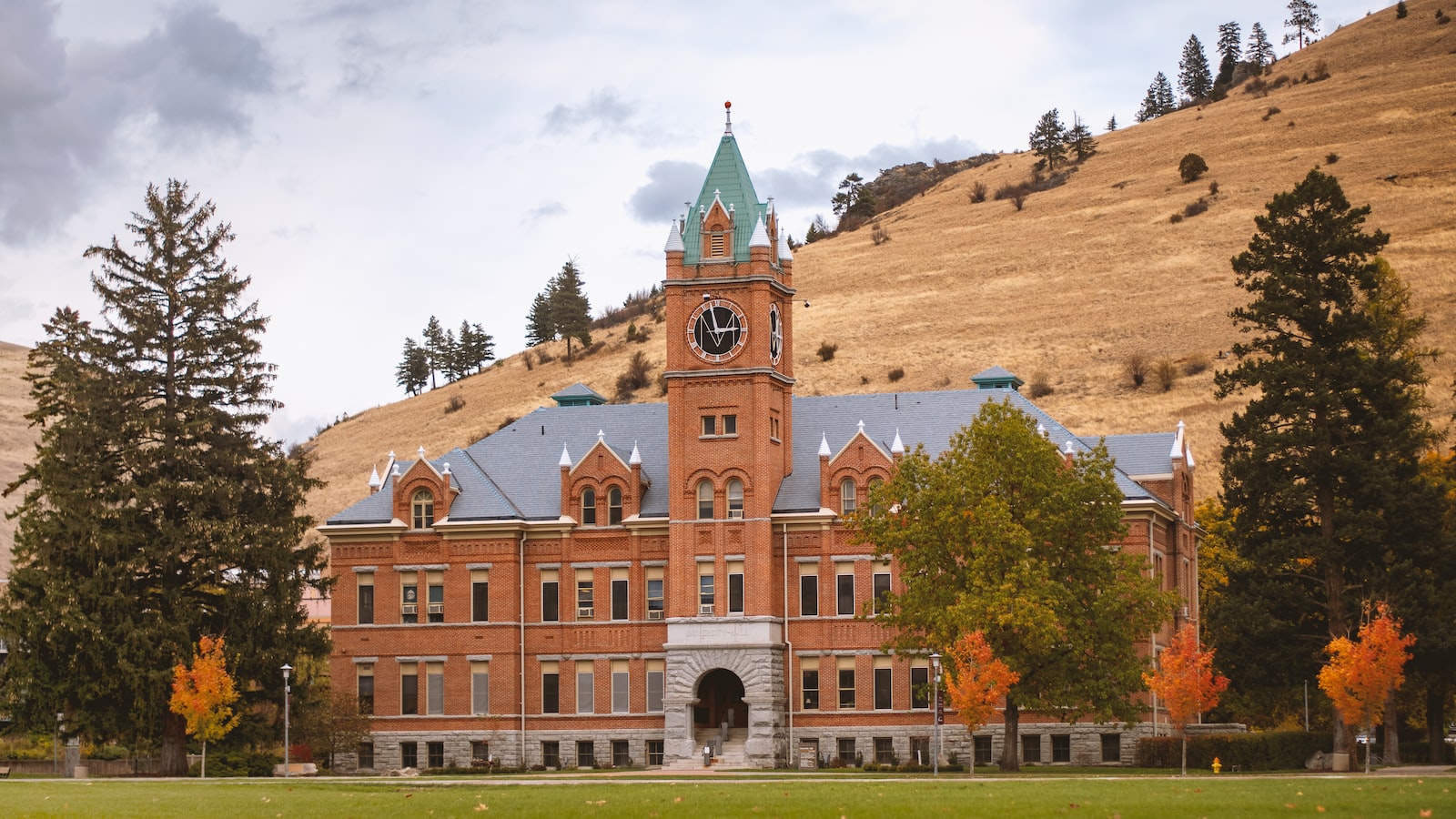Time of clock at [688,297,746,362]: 2:57
